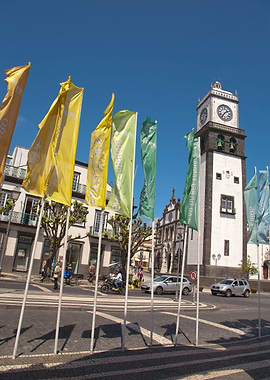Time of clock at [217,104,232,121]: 1:36
